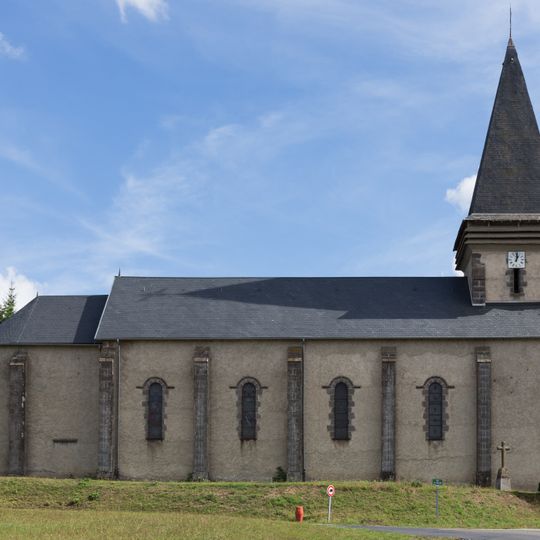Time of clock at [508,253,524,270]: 1:01
